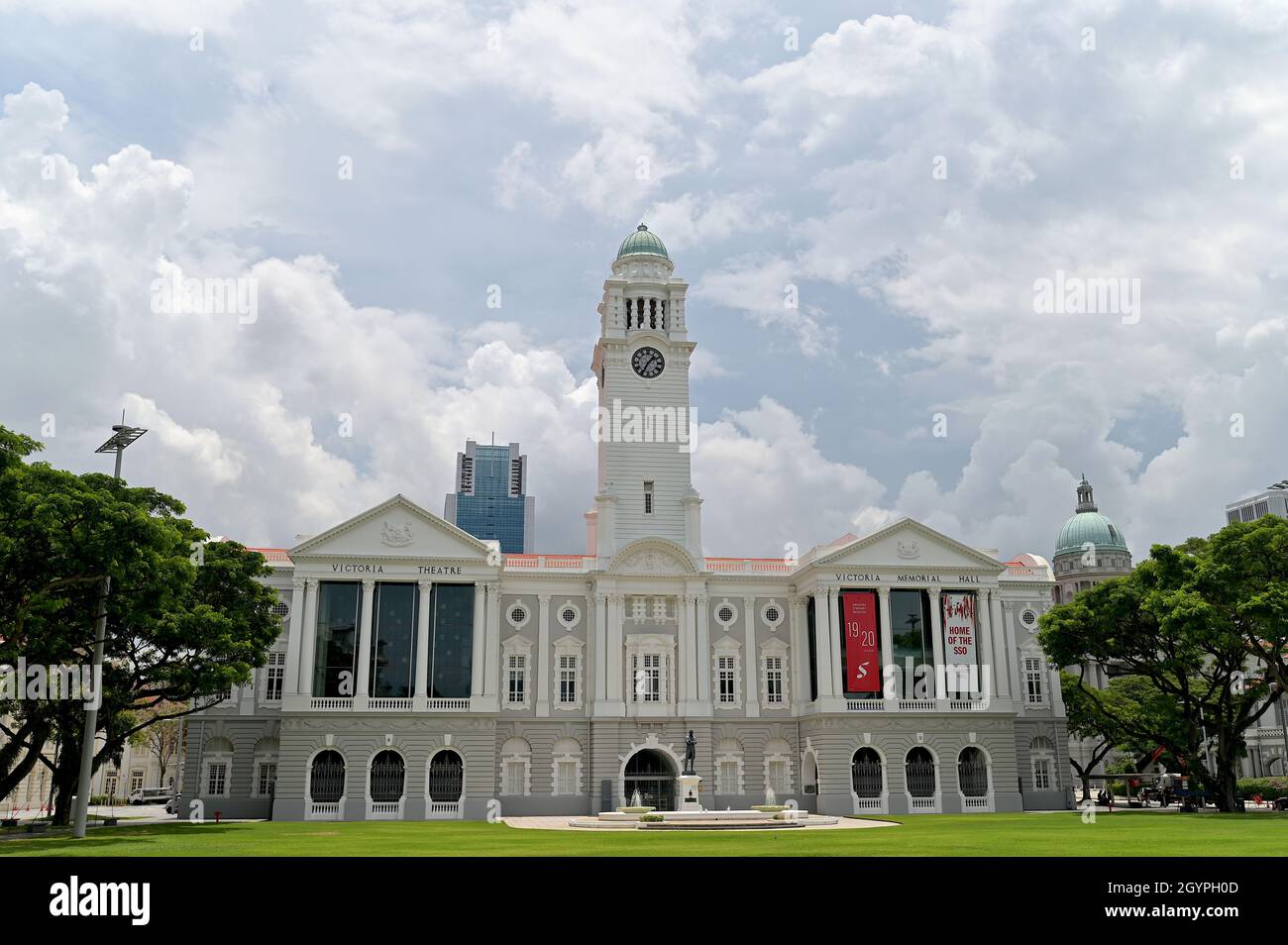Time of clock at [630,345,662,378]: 1:34
